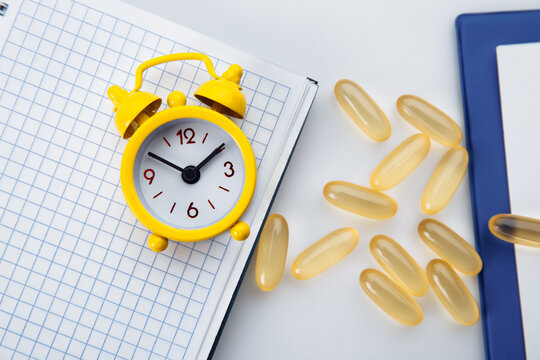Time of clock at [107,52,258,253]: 1:49
